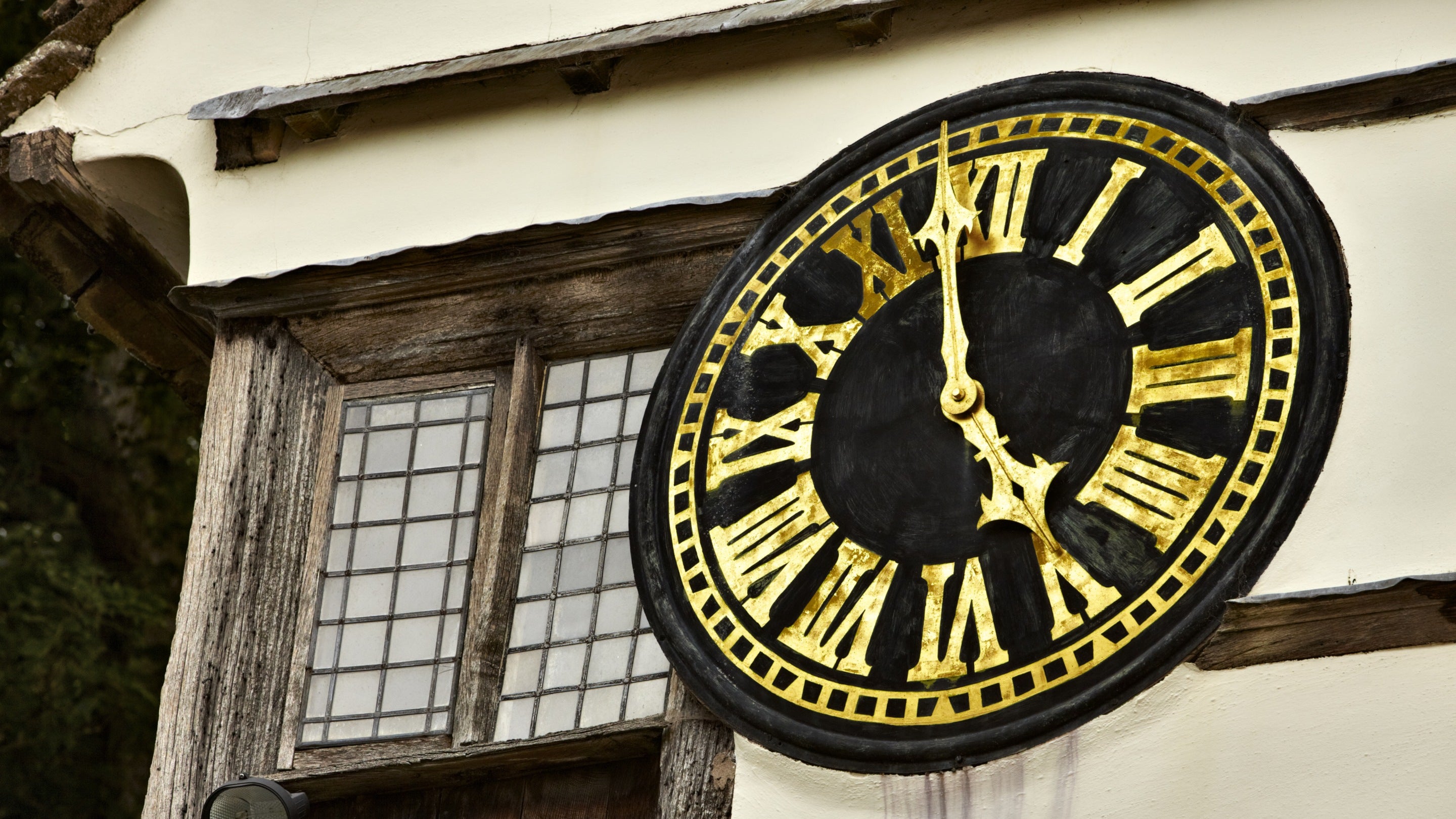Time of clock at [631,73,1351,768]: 4:58
